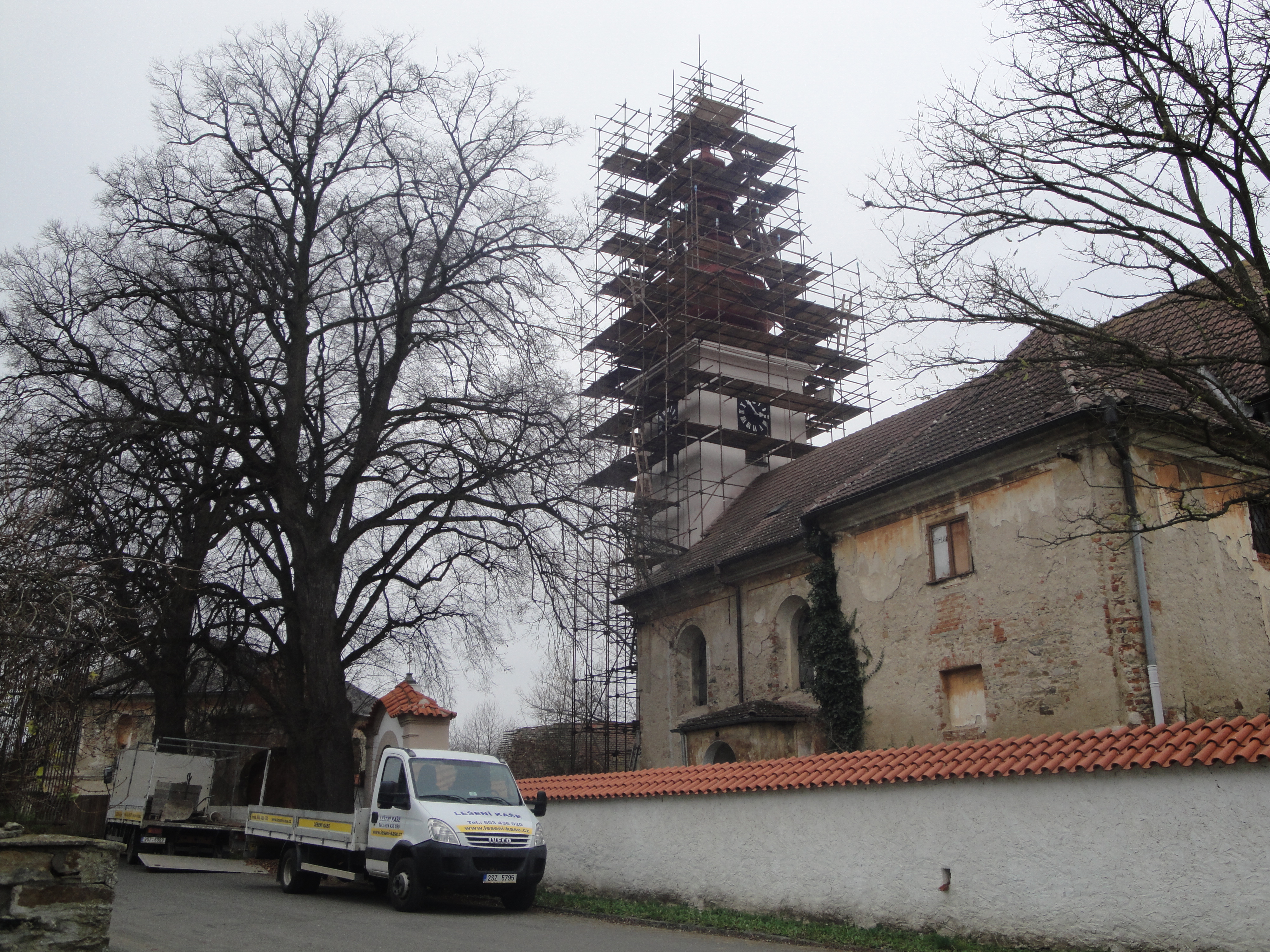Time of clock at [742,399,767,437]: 2:55
